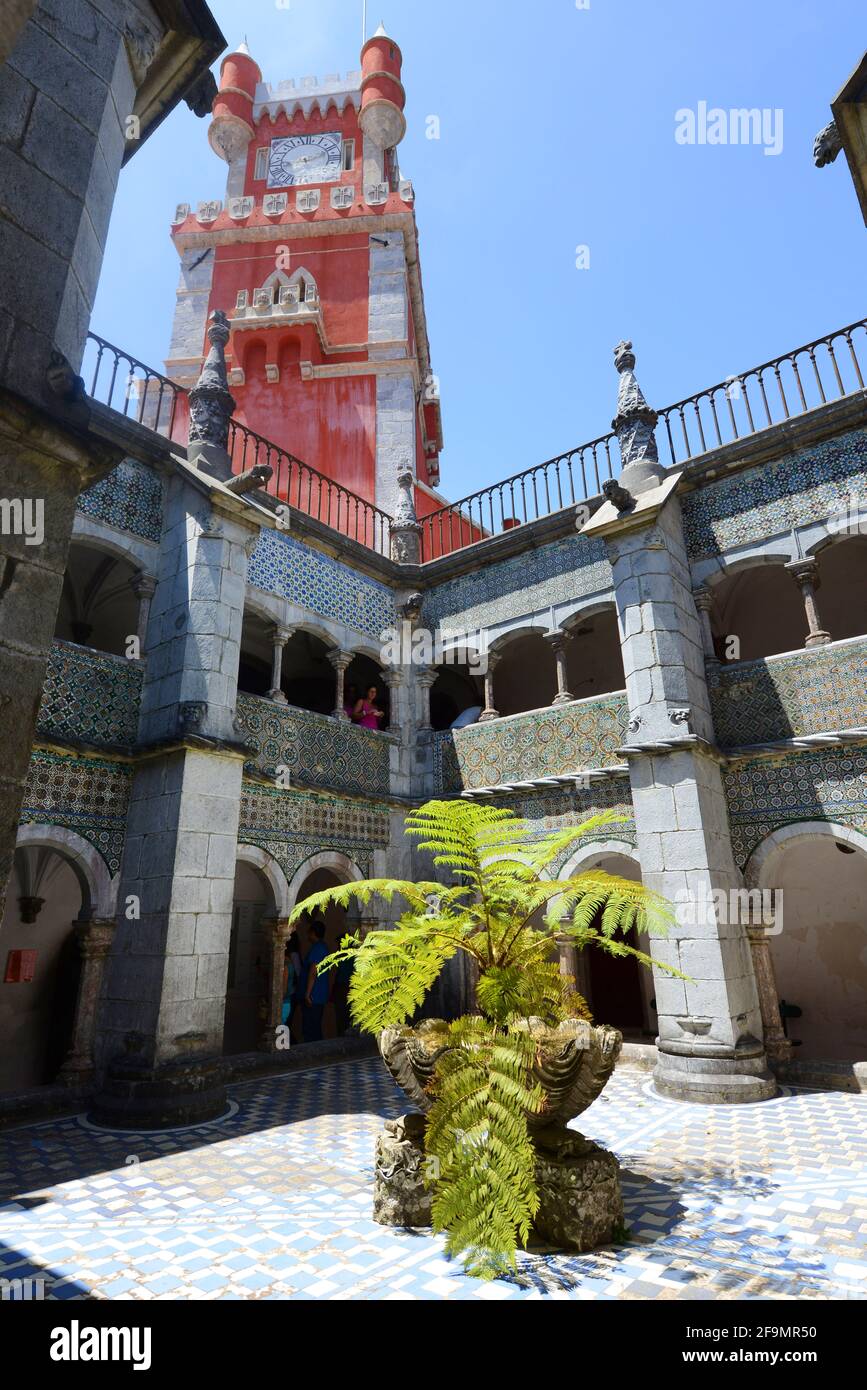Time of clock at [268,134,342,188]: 5:11
